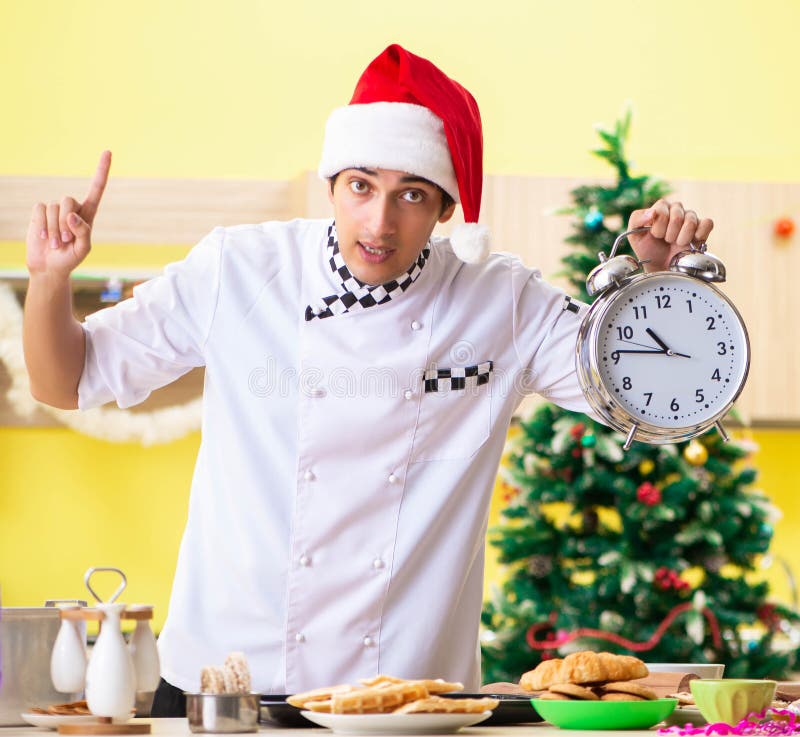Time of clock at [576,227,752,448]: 10:46
